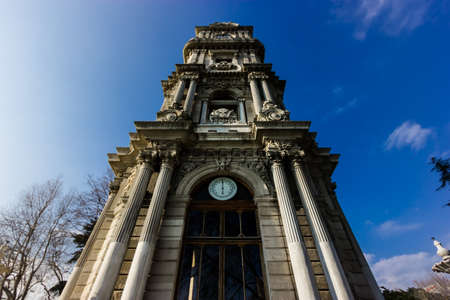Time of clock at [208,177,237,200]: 6:00
